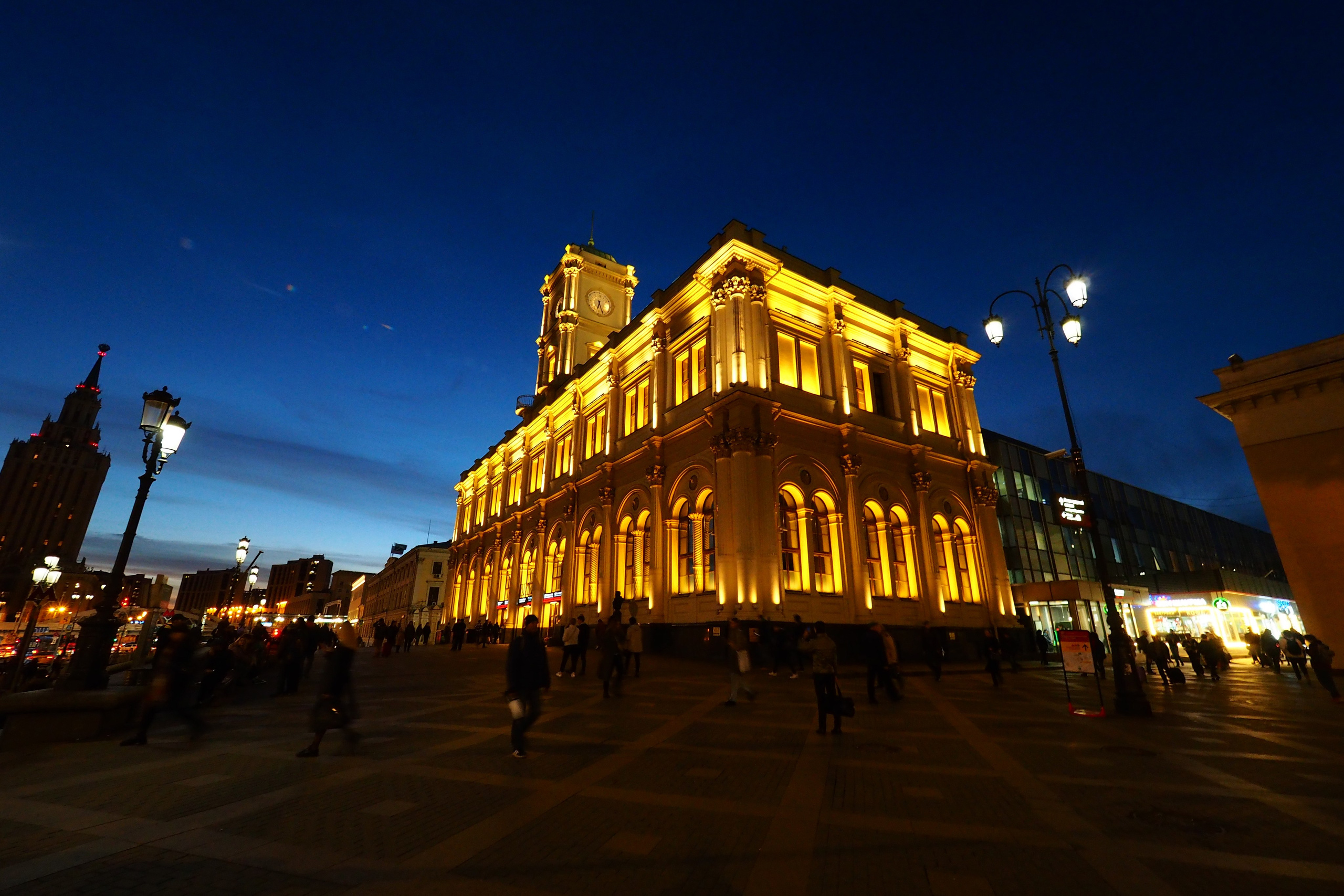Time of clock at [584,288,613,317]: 6:26
